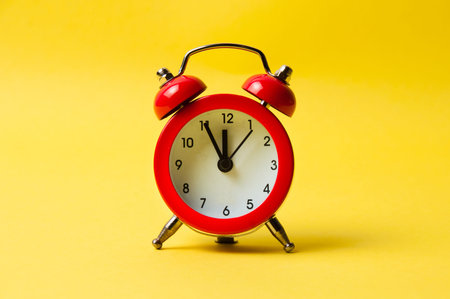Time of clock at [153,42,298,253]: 11:55
